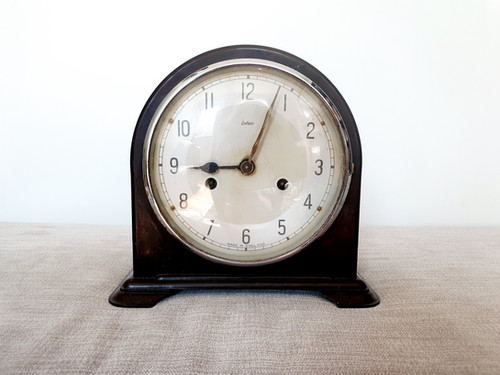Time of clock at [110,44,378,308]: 9:03
